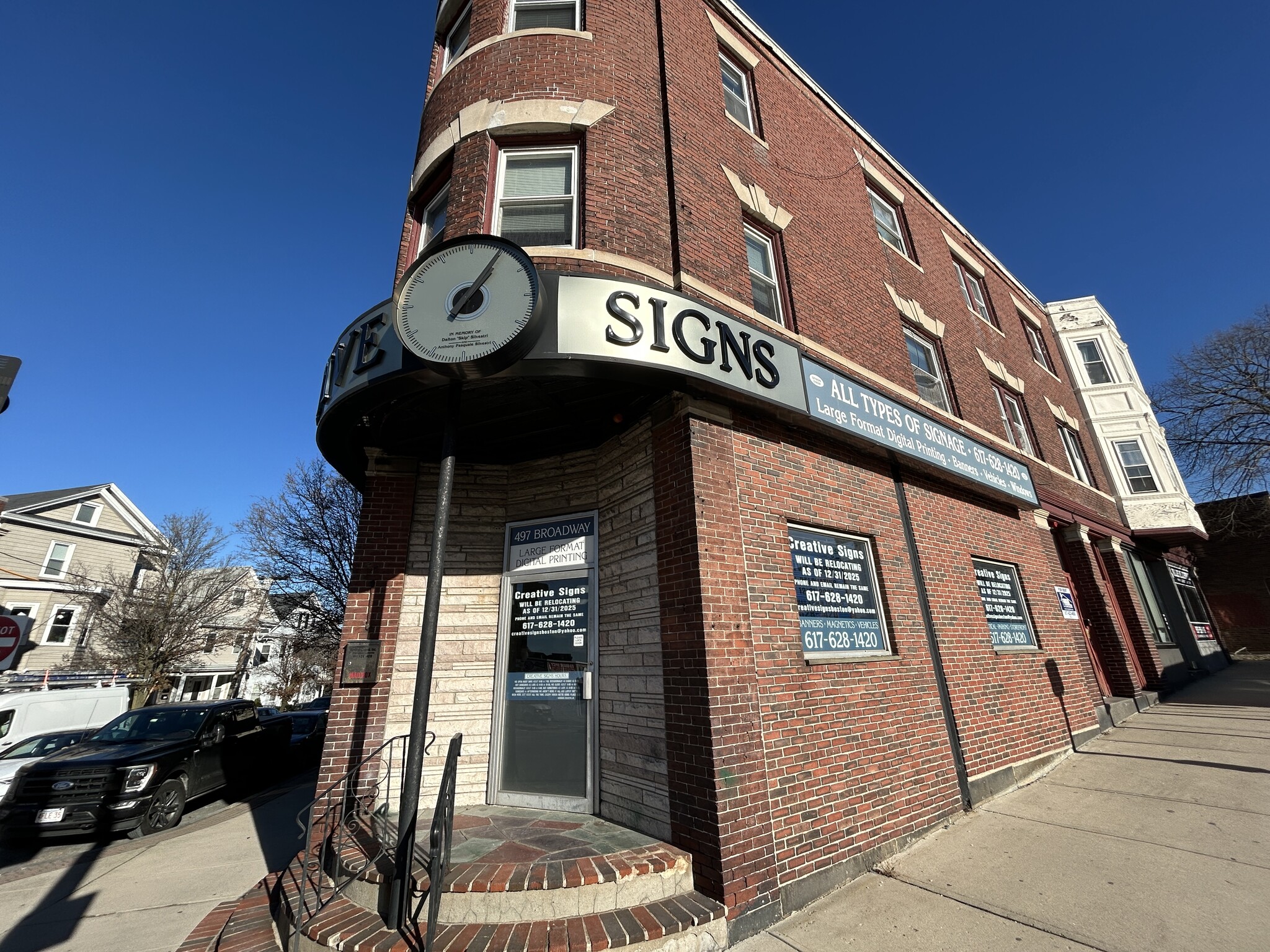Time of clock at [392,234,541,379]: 1:05
